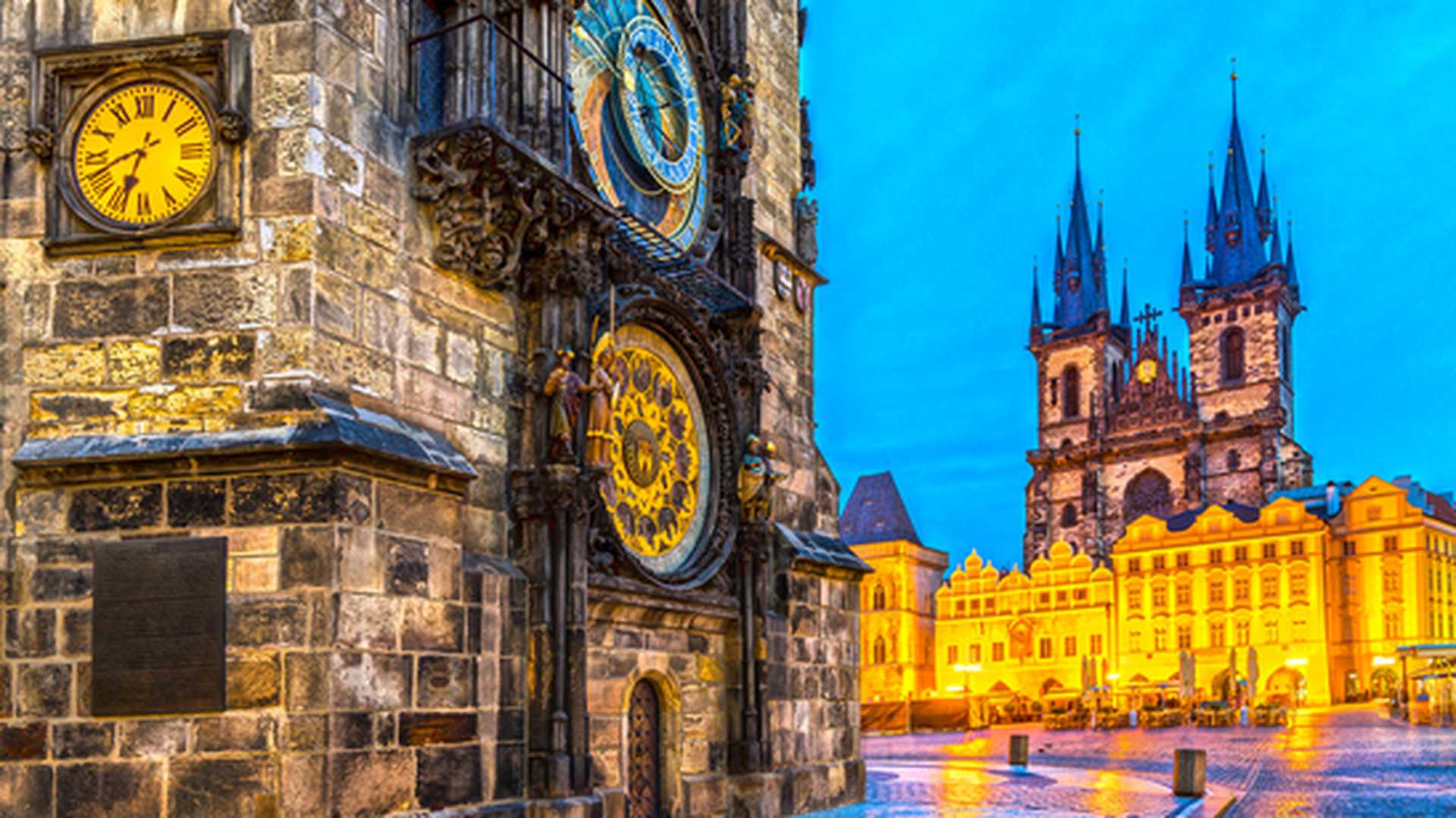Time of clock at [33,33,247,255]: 6:41
